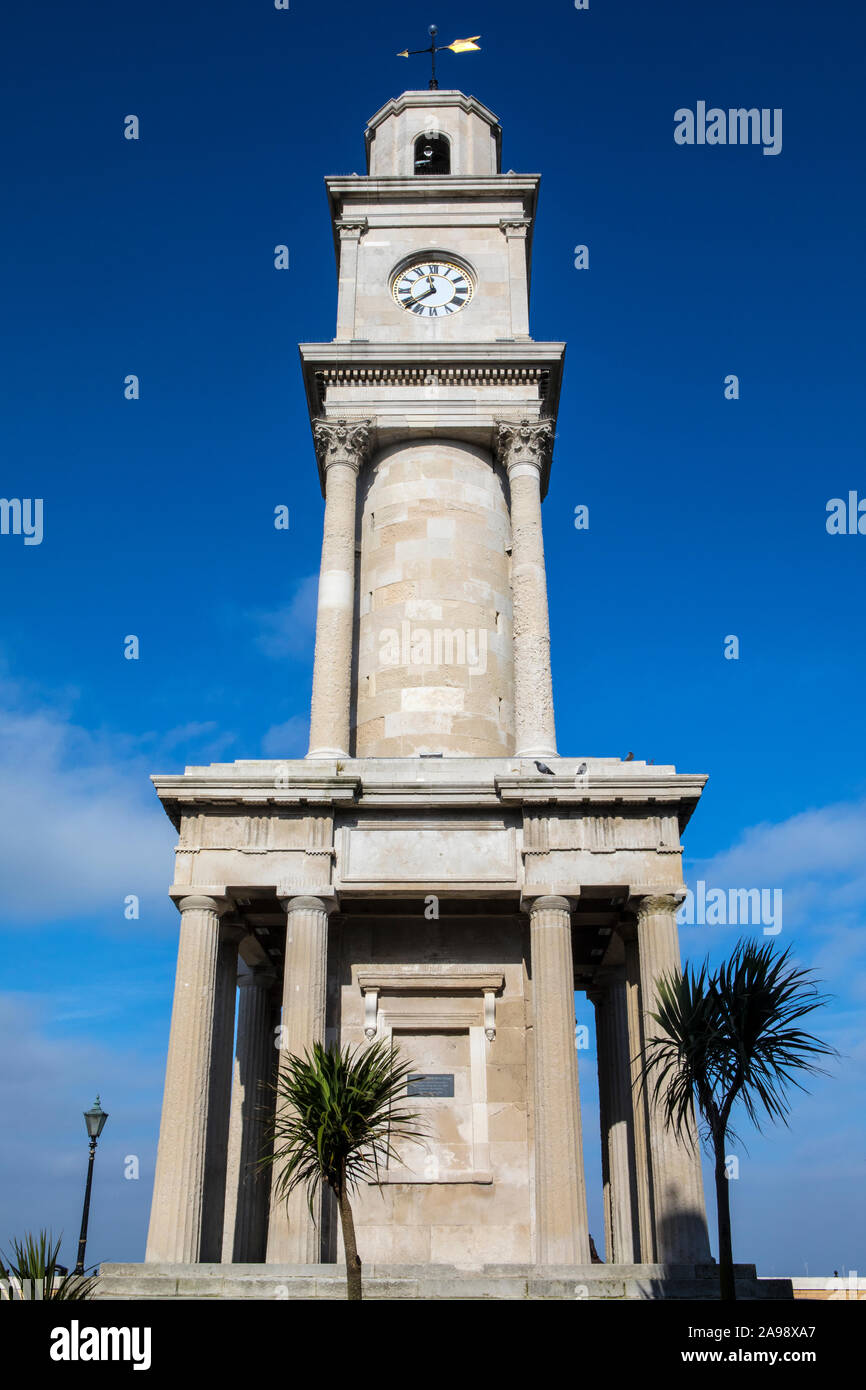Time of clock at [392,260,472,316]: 11:38
